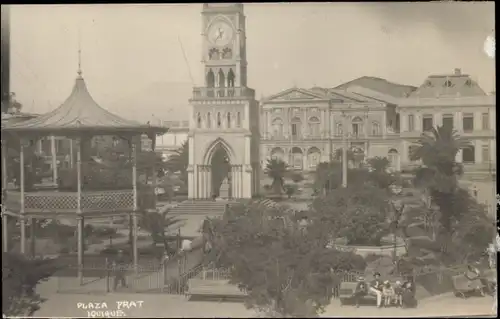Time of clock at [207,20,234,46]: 11:37
